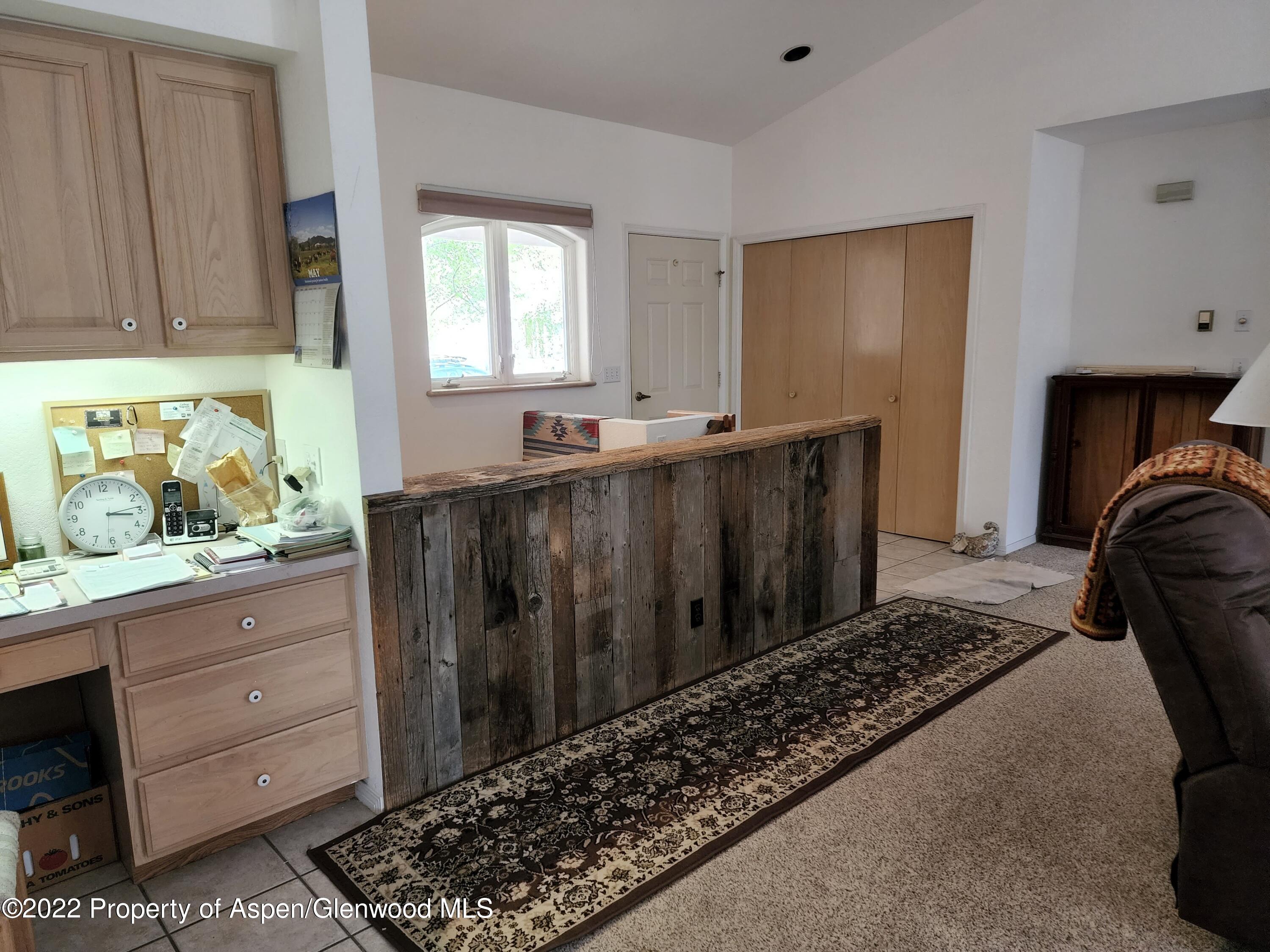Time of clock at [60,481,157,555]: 3:13
